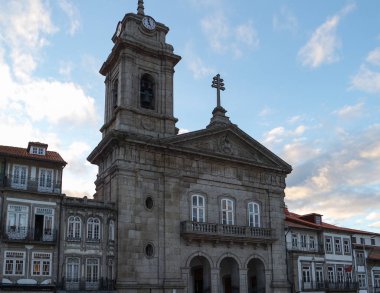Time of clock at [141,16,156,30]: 4:59
